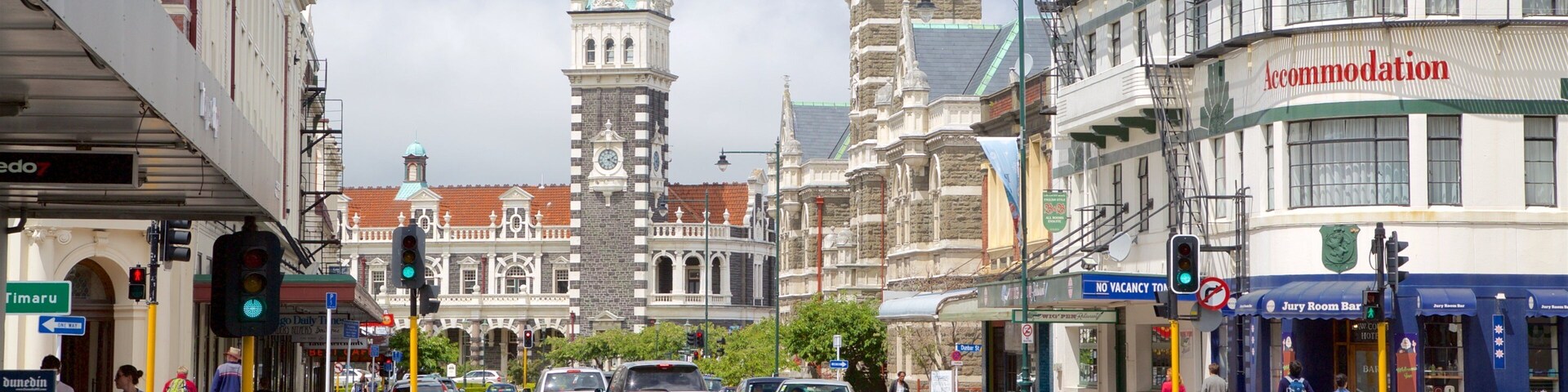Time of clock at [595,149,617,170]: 2:19
